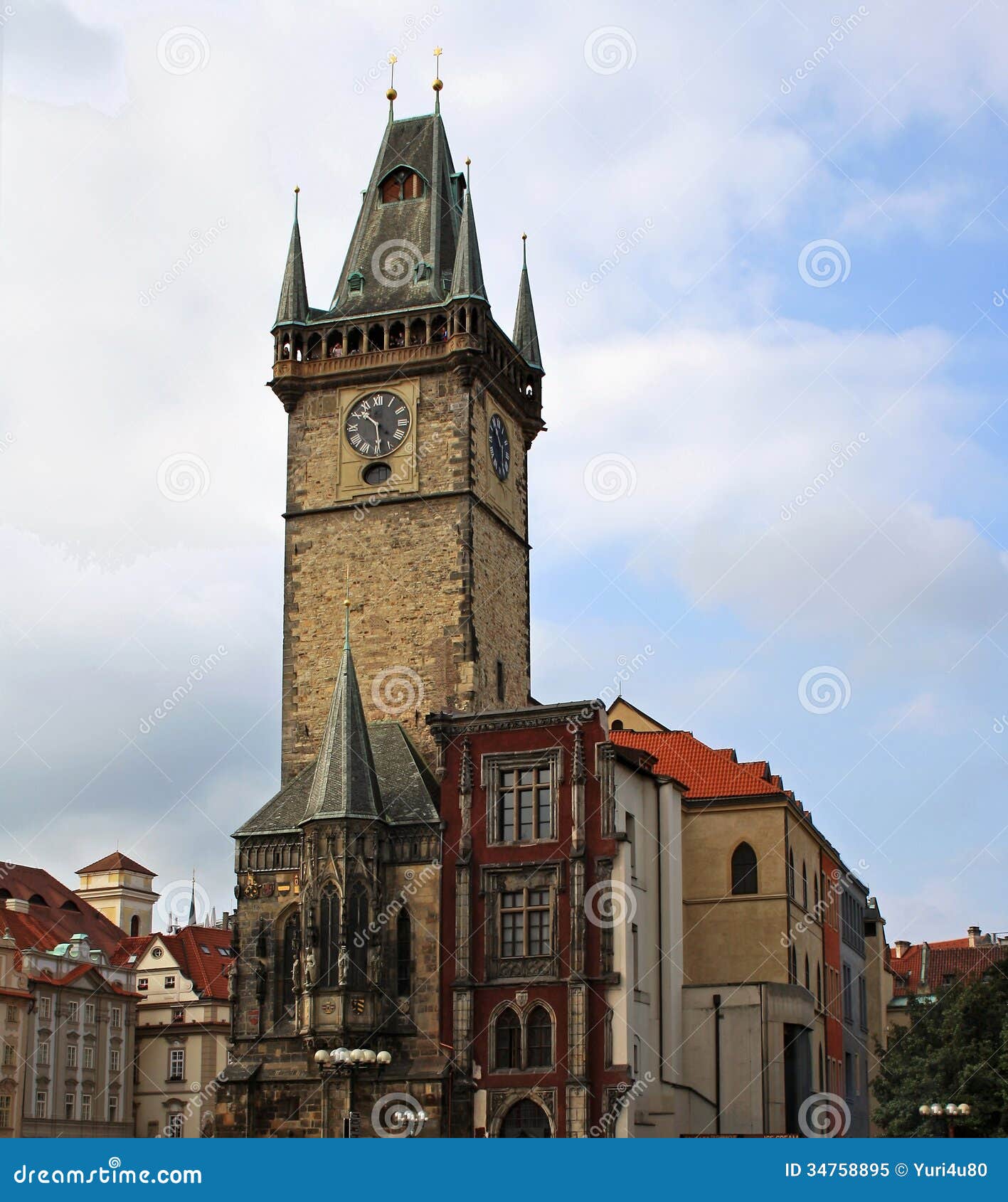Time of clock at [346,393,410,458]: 10:29
